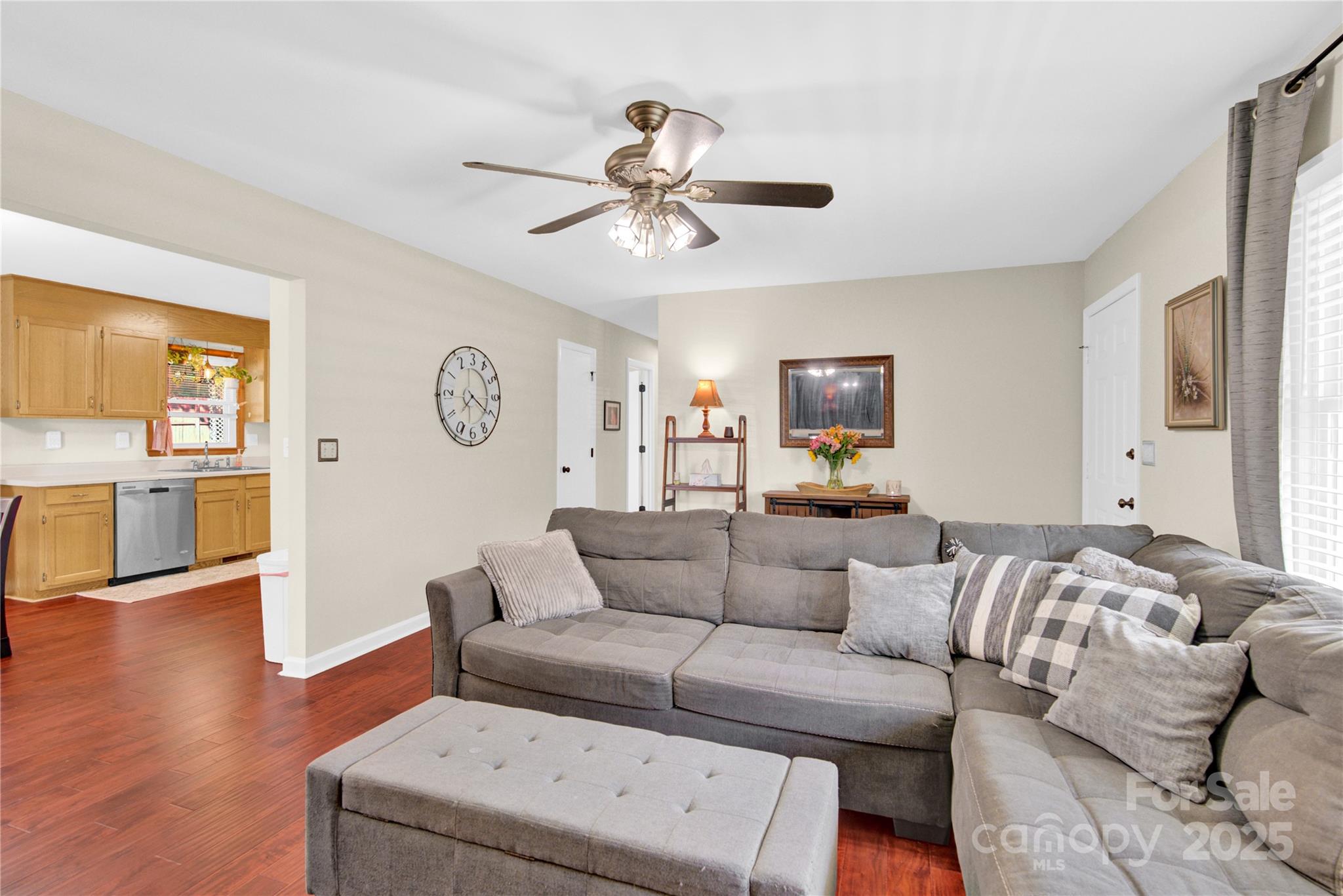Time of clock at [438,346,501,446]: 7:20
